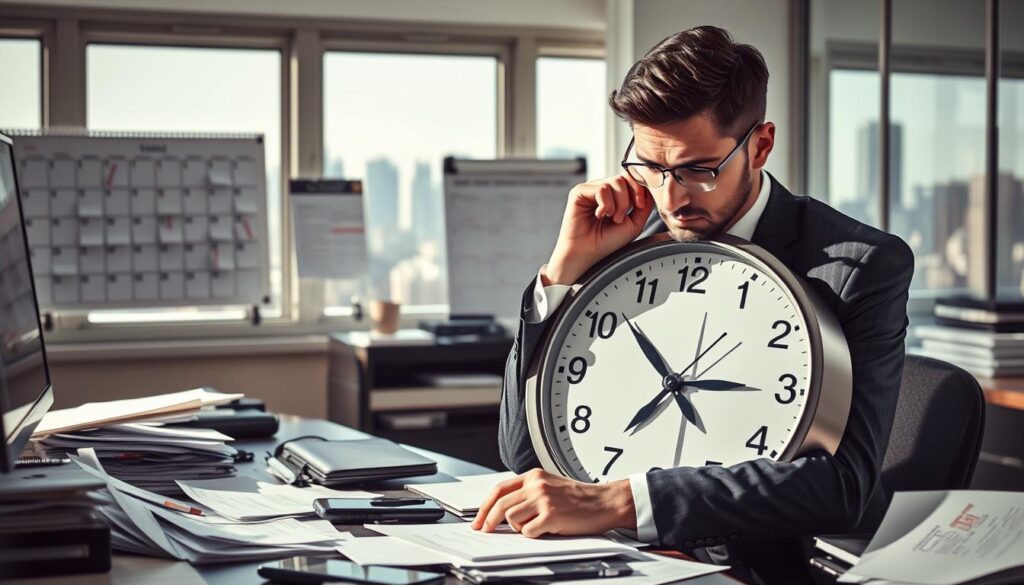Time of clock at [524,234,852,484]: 2:52
